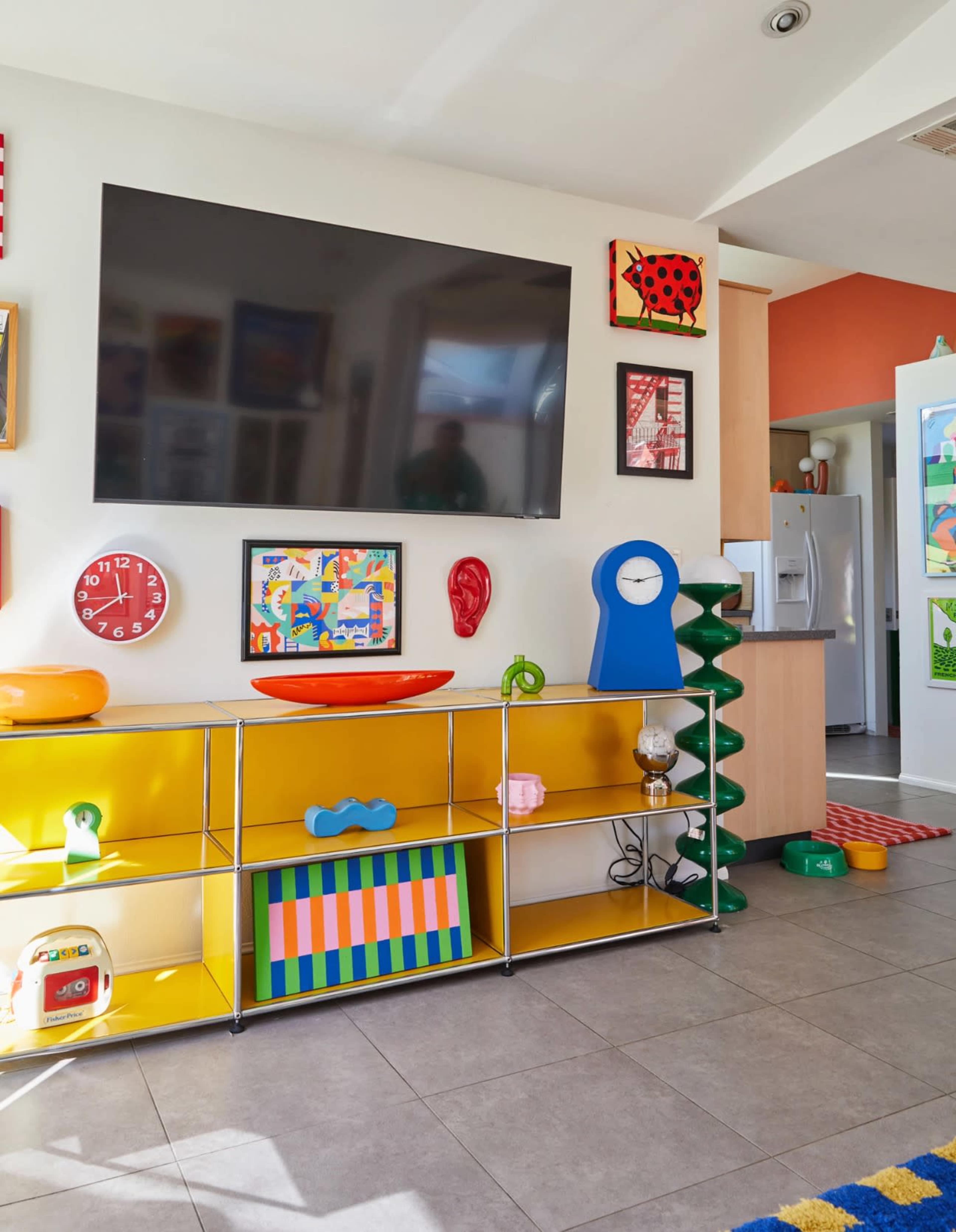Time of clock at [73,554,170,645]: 11:39
